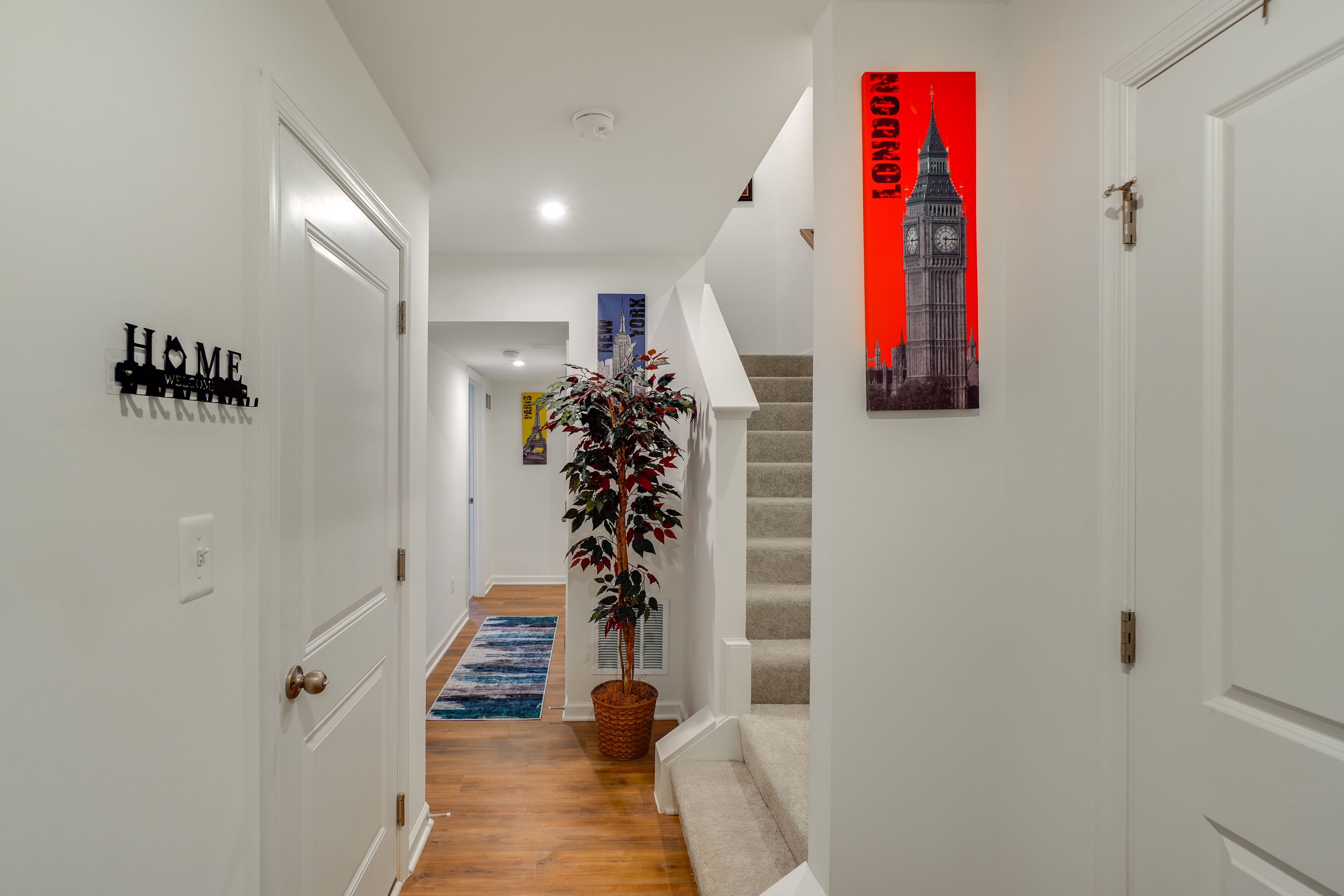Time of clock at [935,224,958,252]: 6:15
